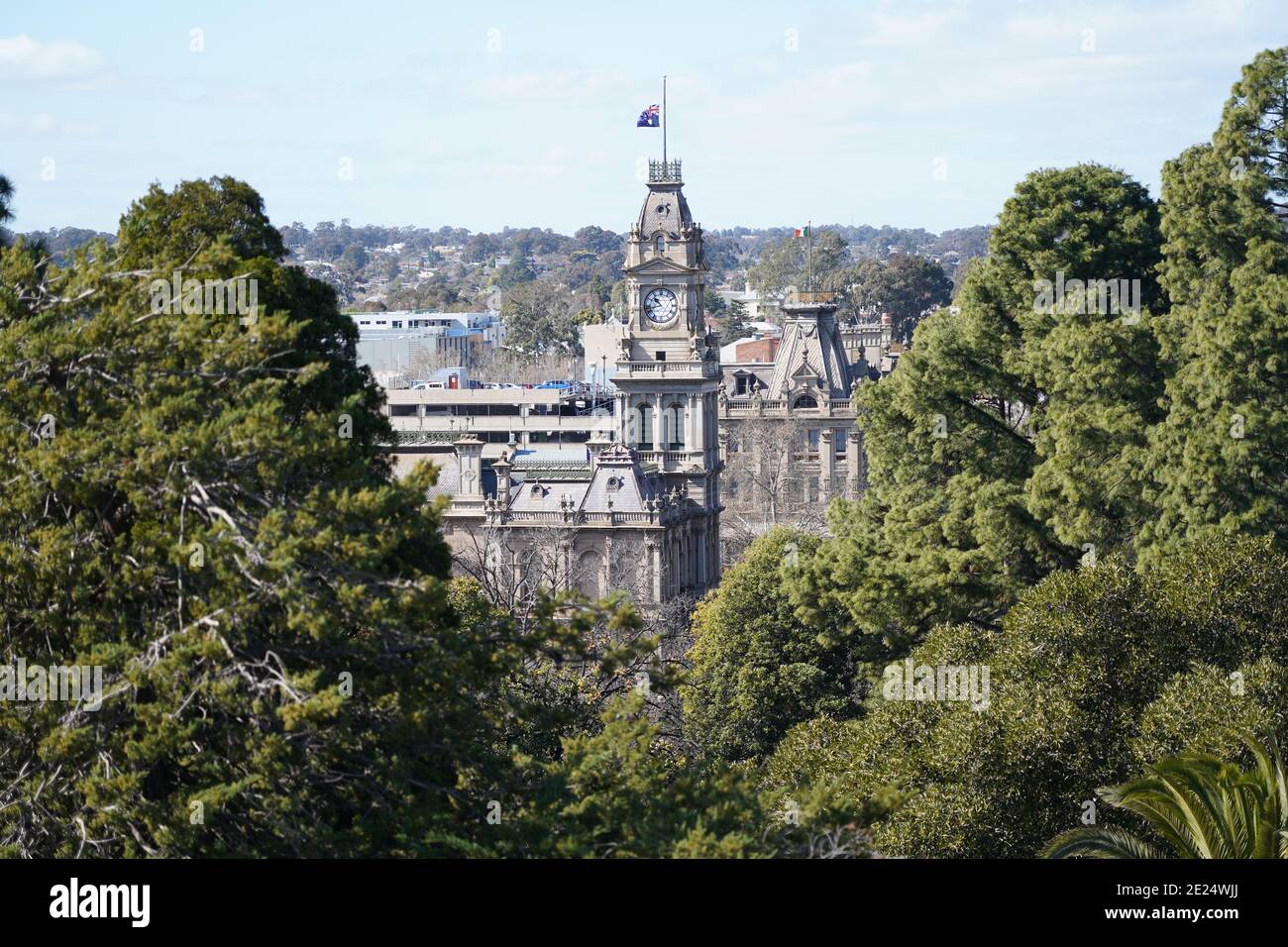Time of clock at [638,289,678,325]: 10:42
